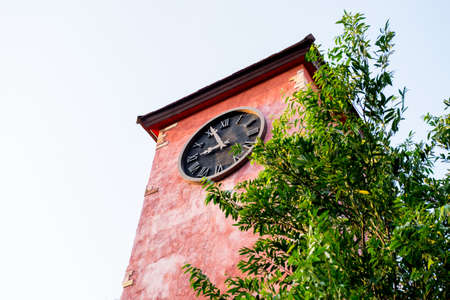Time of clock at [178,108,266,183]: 8:56
